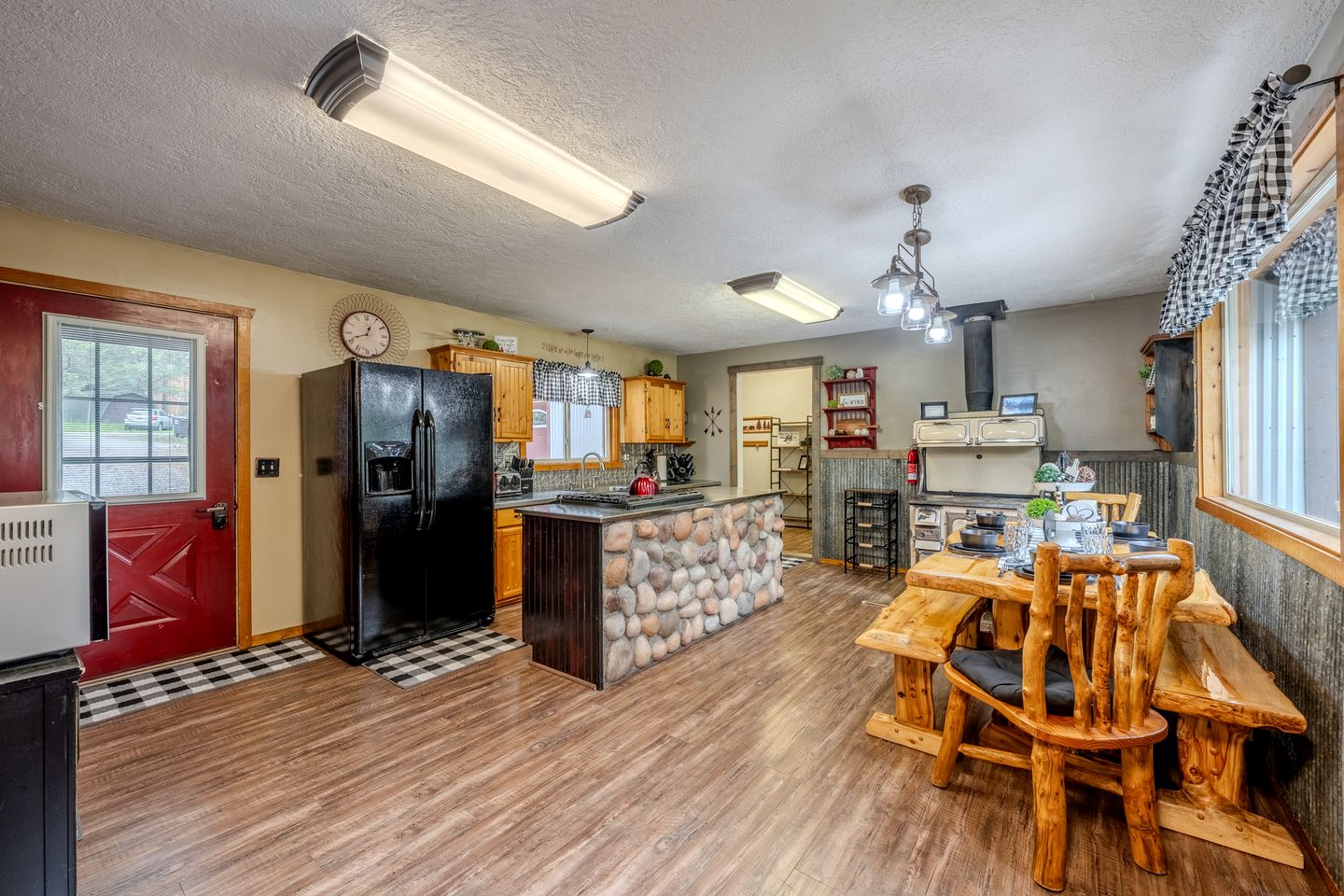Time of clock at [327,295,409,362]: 12:41
